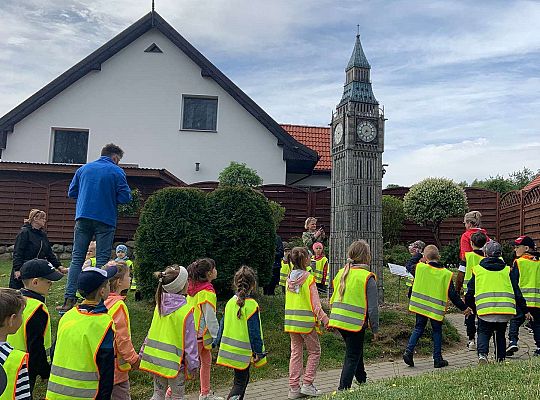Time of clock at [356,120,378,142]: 7:15
